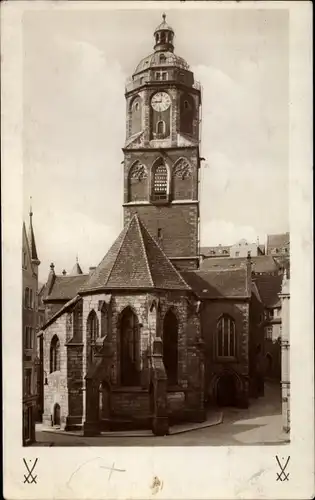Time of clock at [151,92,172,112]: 9:01
